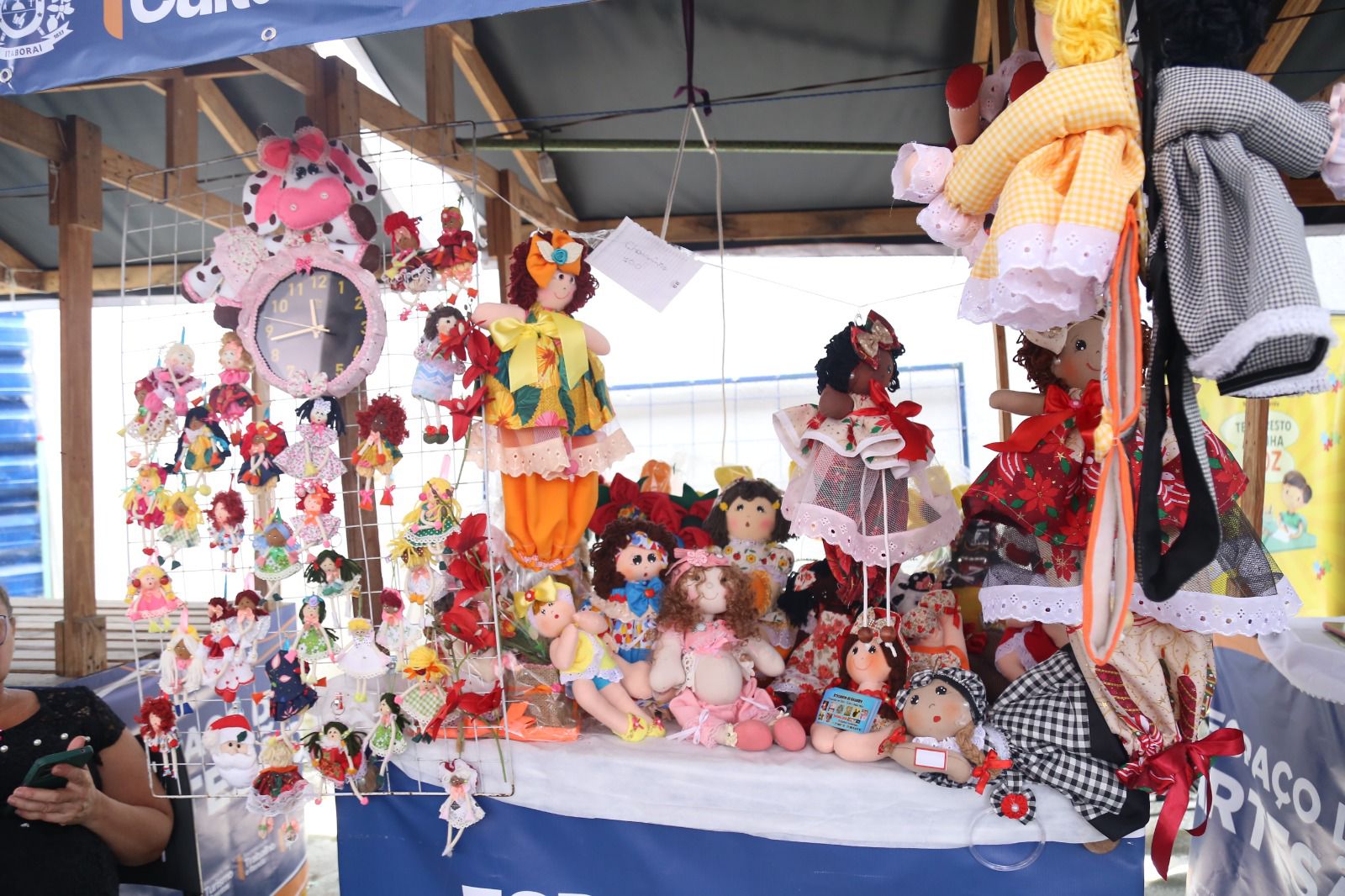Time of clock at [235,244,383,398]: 11:42
